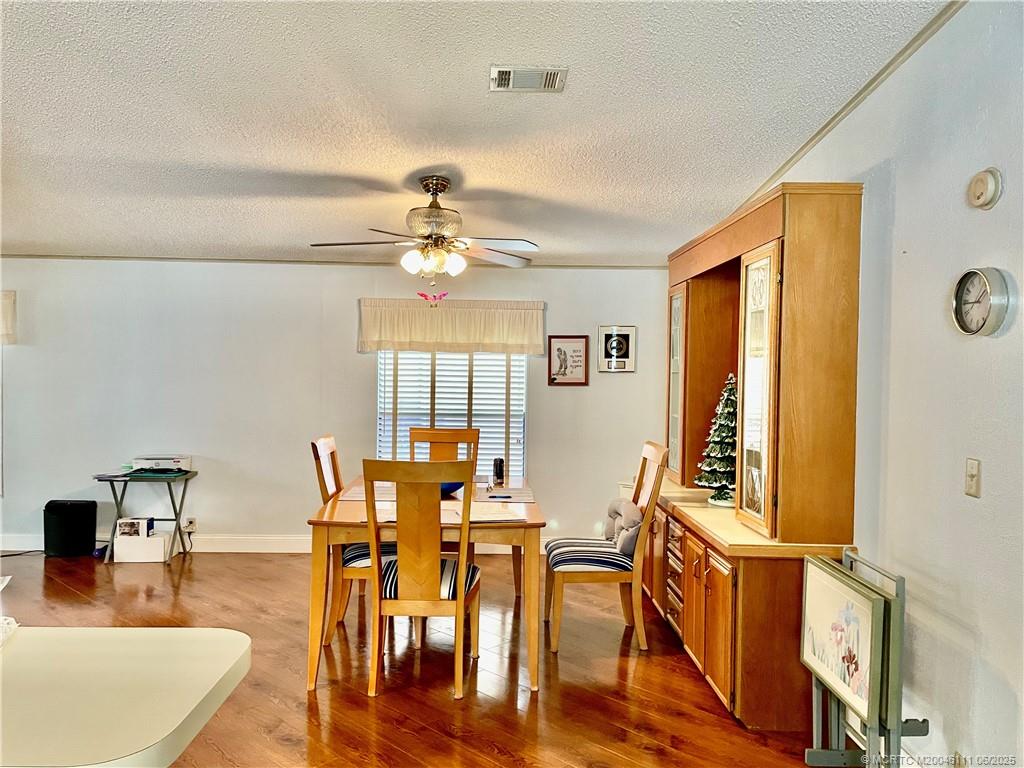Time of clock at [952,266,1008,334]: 1:44
